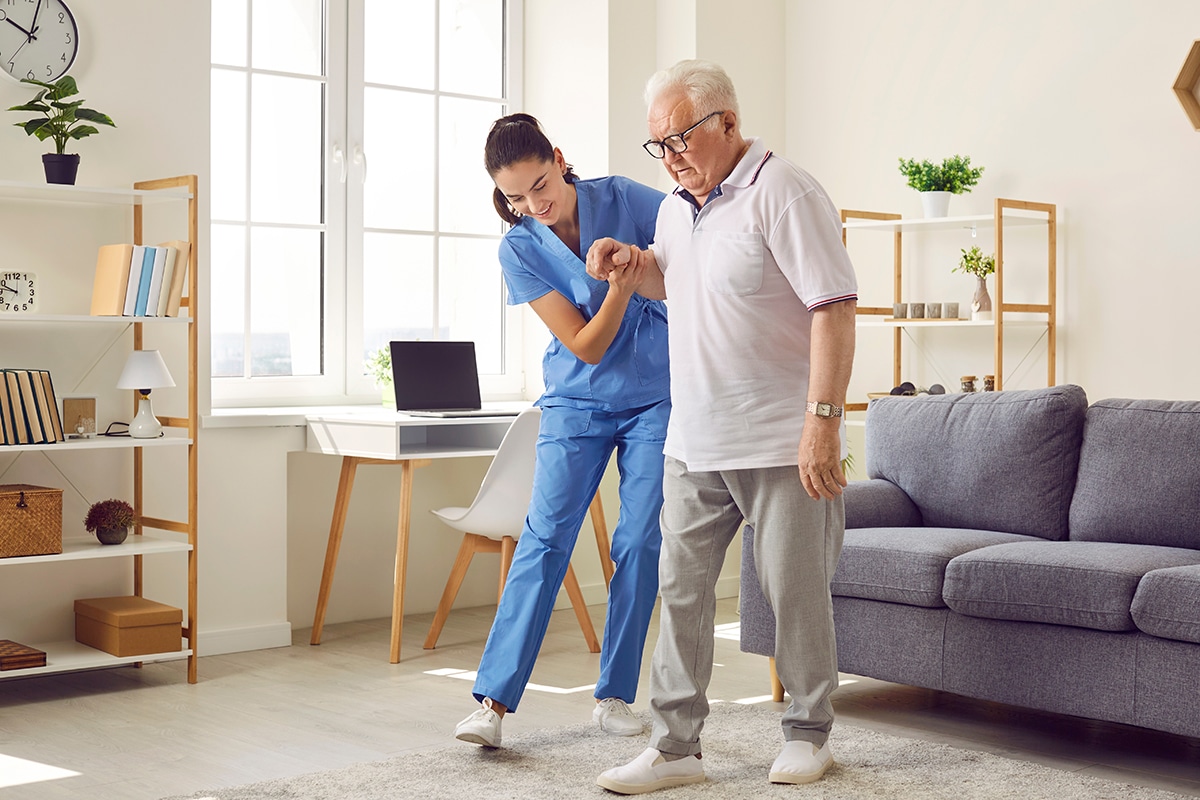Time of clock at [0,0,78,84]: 10:03
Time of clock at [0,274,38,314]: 9:46
